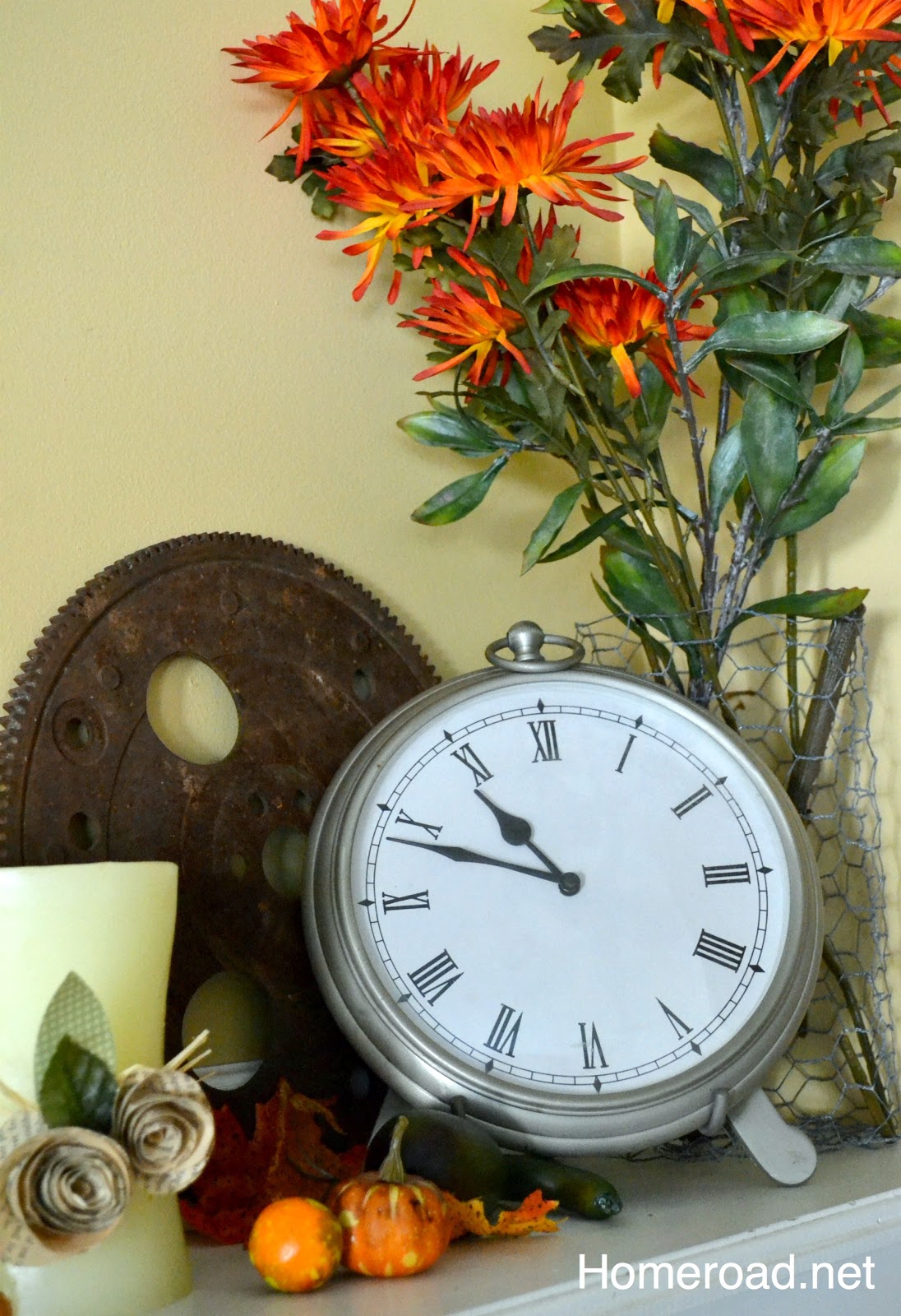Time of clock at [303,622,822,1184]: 10:48
